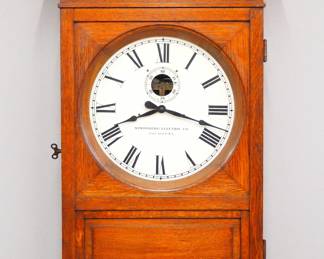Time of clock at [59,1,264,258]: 8:17
